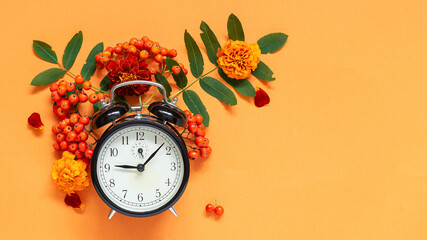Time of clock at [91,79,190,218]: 9:07
